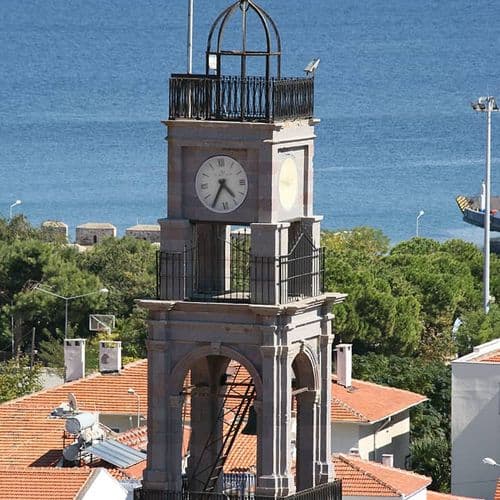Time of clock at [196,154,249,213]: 4:35
